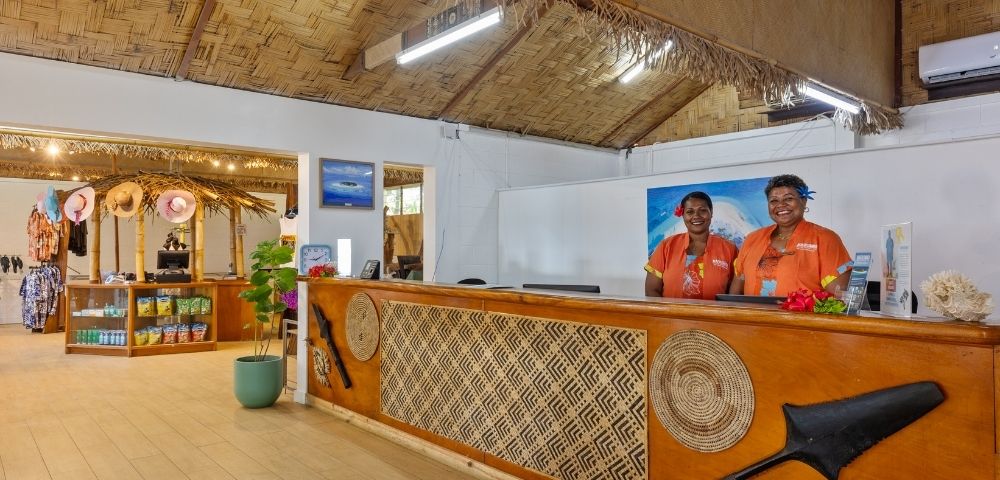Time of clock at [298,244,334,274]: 9:10
